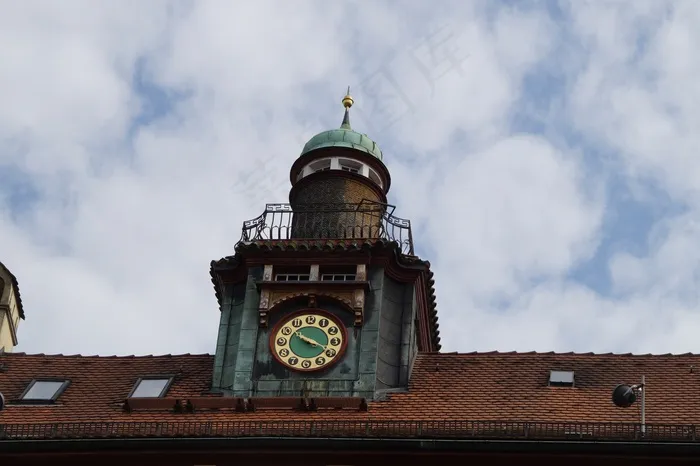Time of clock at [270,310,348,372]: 3:51
